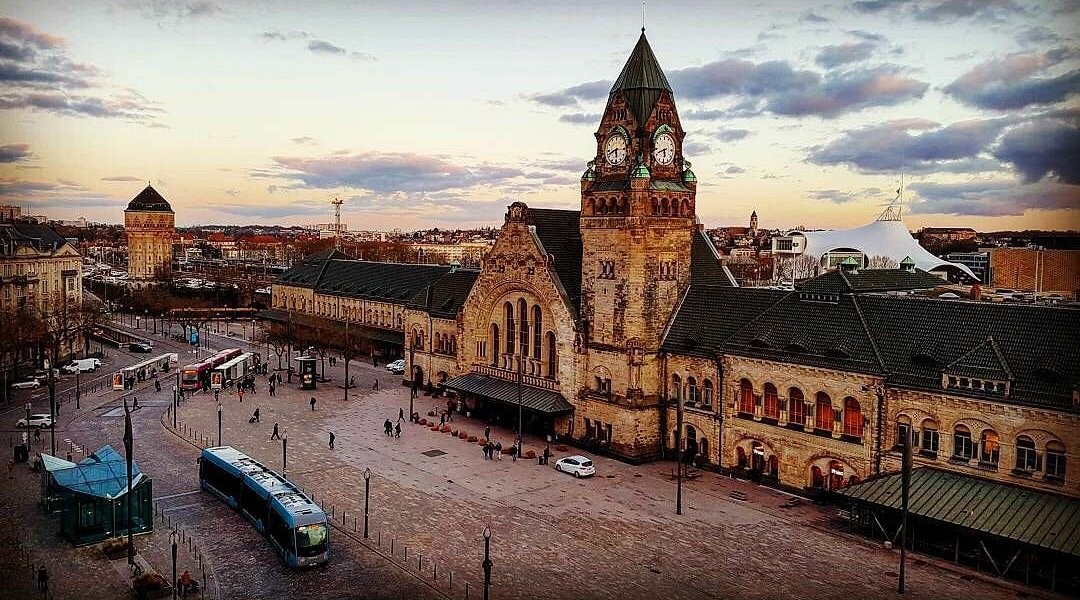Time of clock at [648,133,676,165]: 5:41
